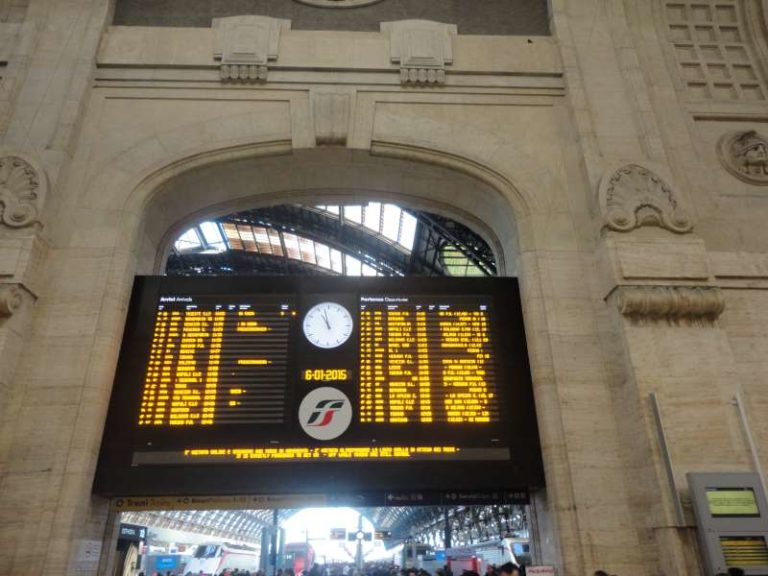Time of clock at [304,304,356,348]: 10:57
